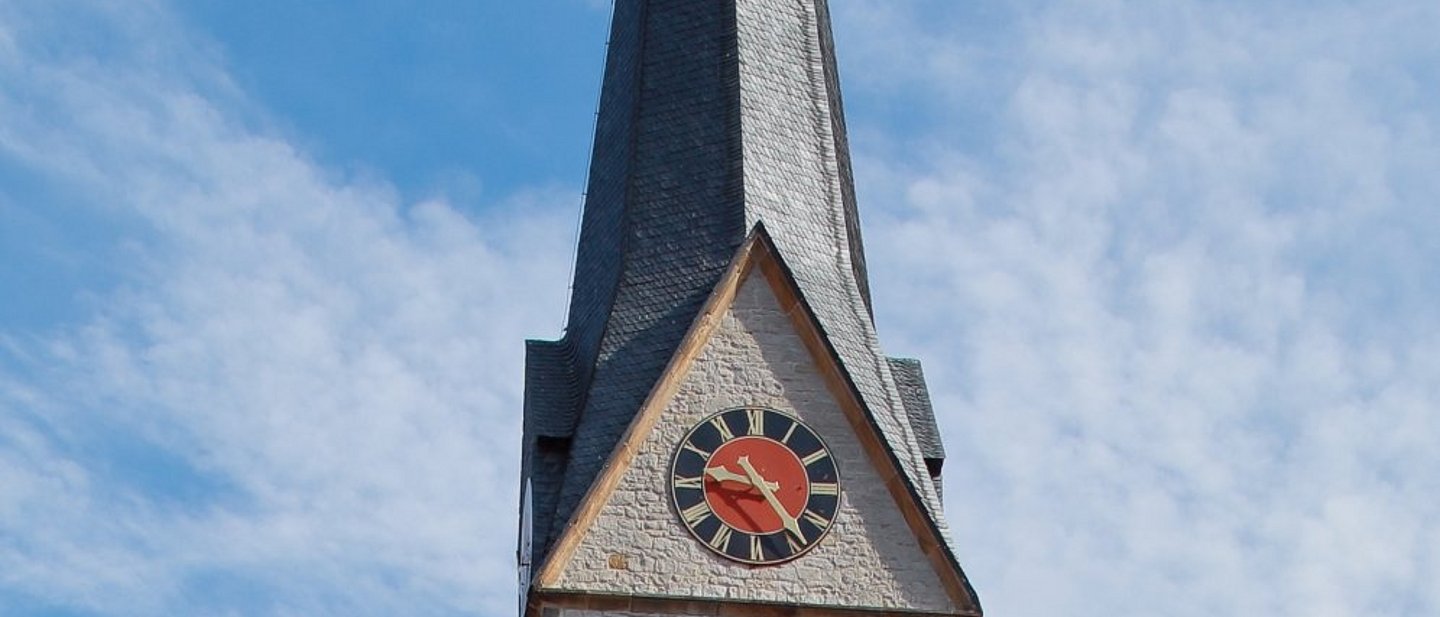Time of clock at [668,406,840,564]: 9:23
